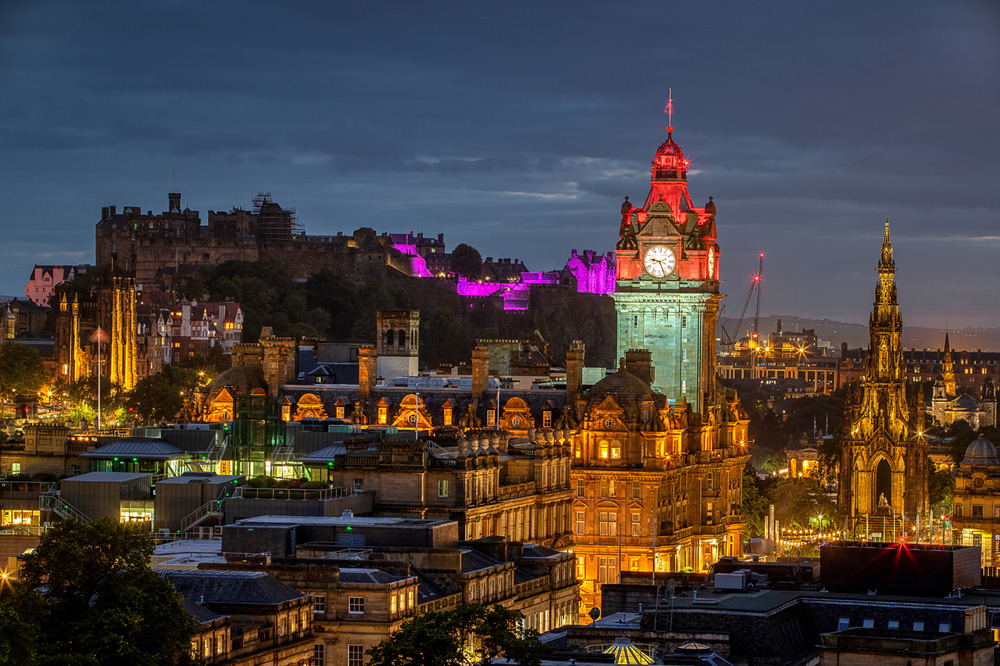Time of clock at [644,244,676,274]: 9:26
